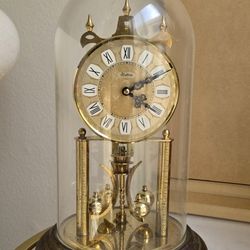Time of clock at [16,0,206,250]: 4:10
